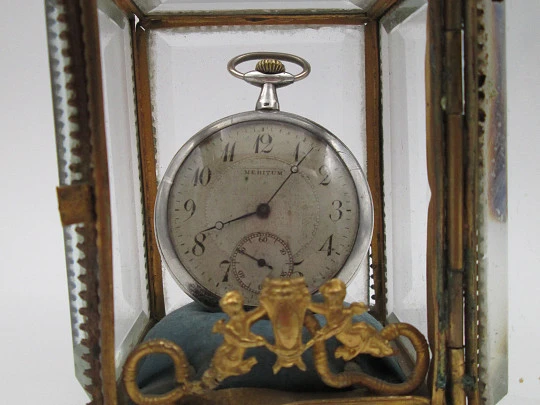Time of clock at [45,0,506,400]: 8:06
